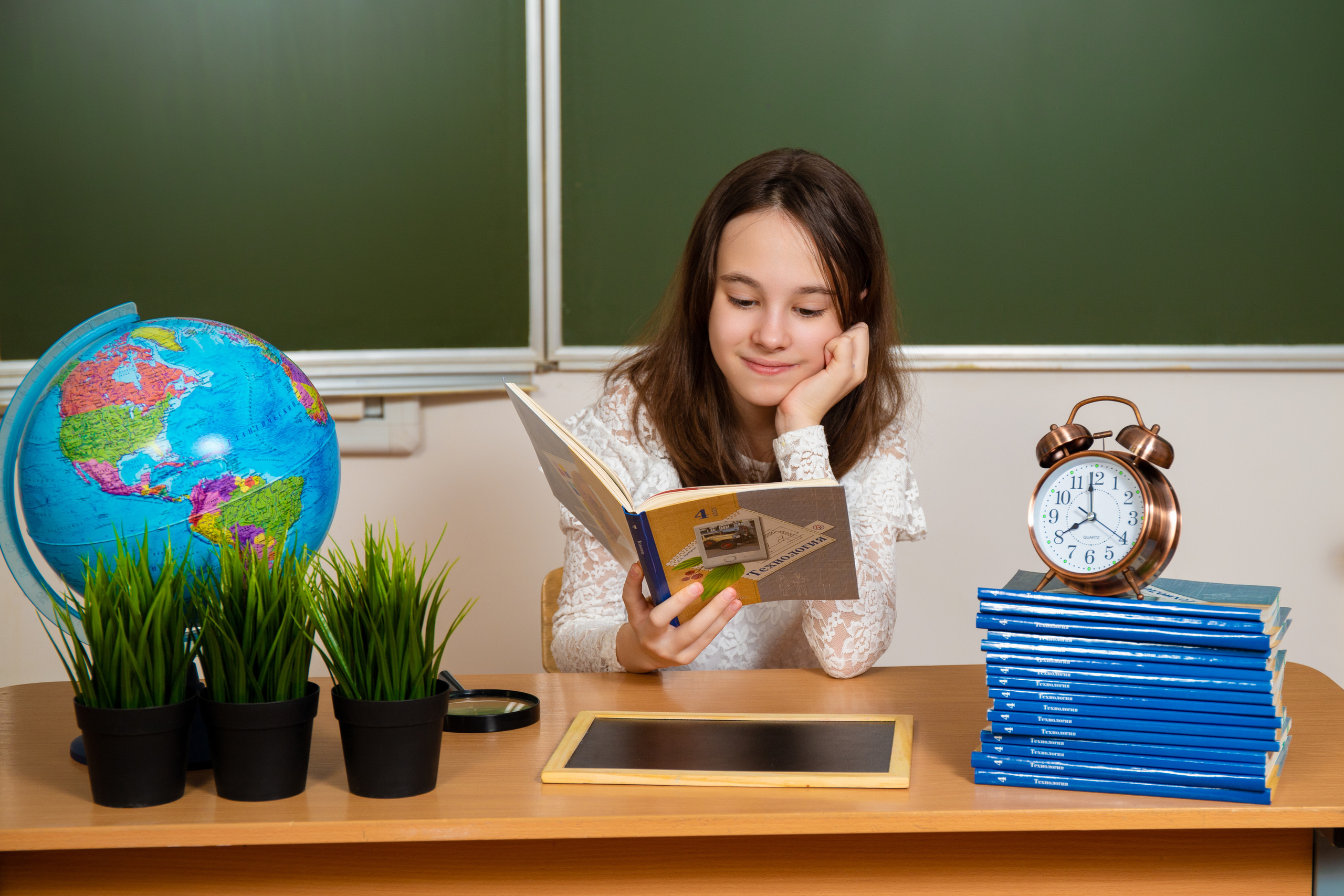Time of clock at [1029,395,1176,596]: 7:59
